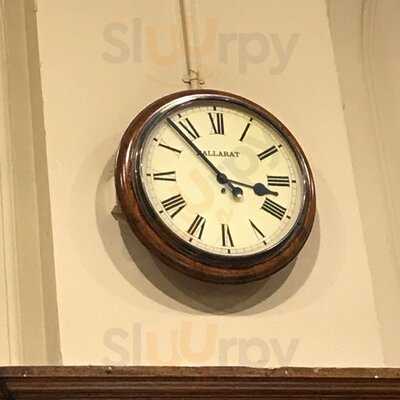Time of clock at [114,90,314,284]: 3:53
